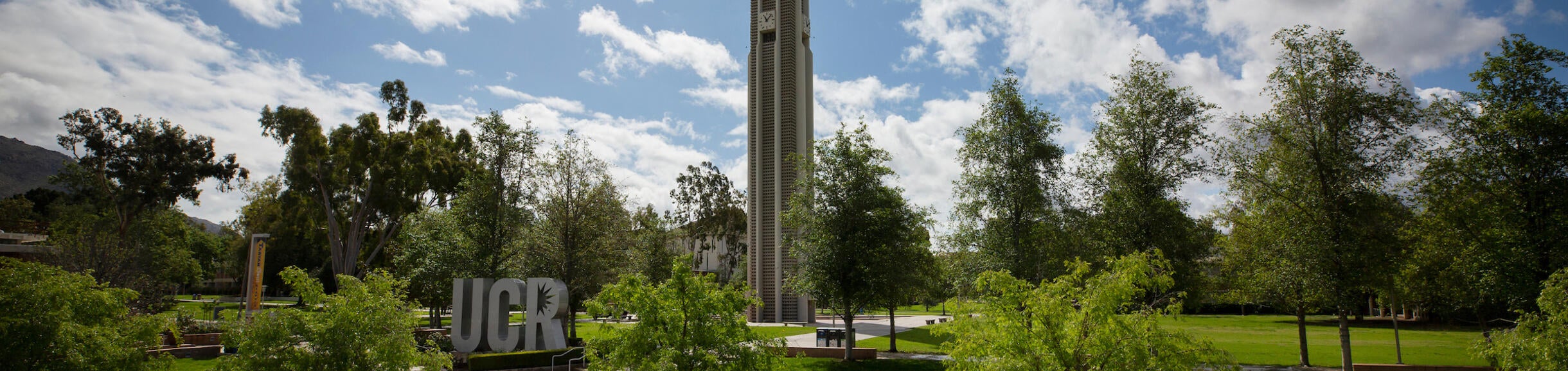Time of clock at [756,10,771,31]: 11:07
